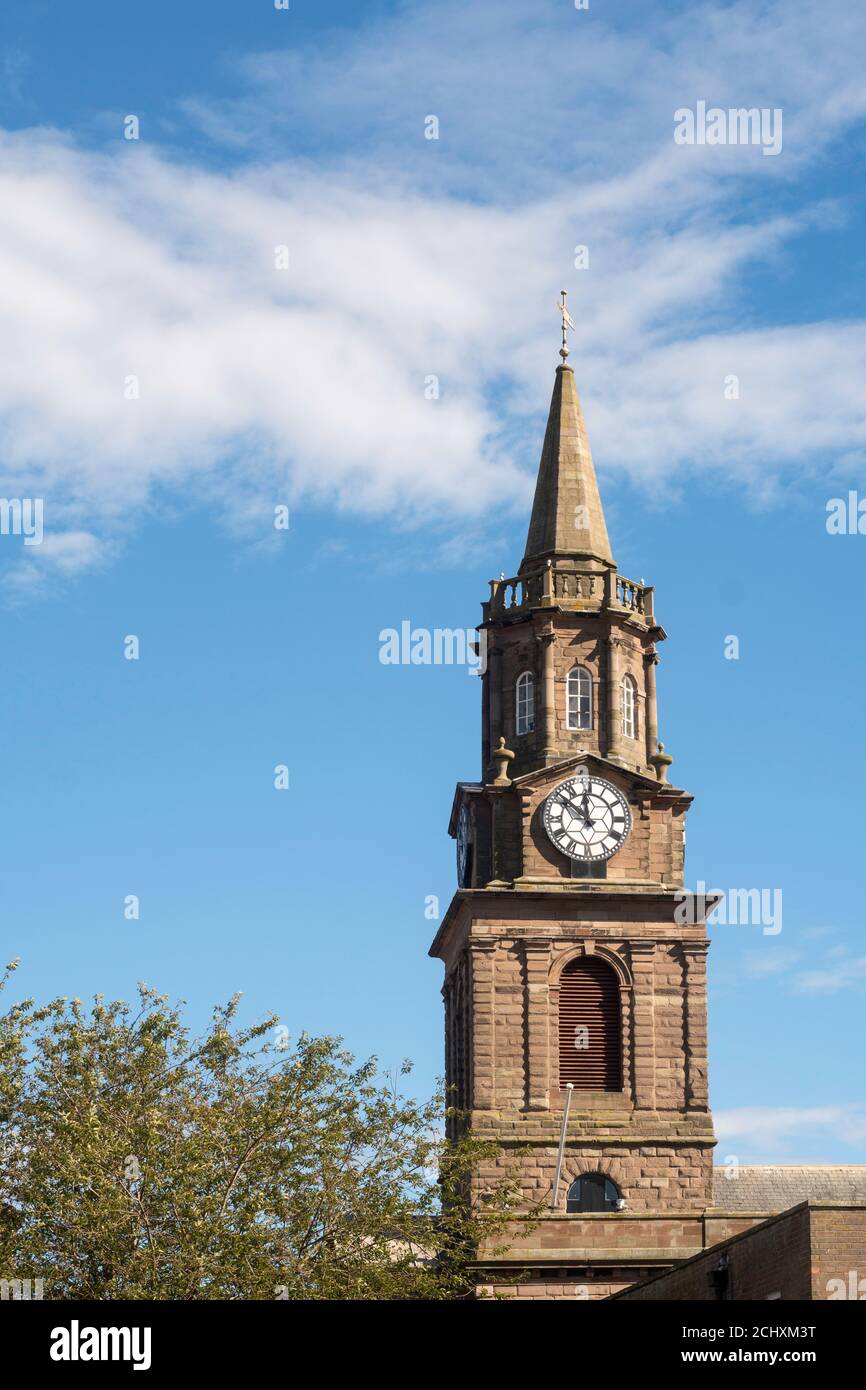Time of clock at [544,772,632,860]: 11:52
